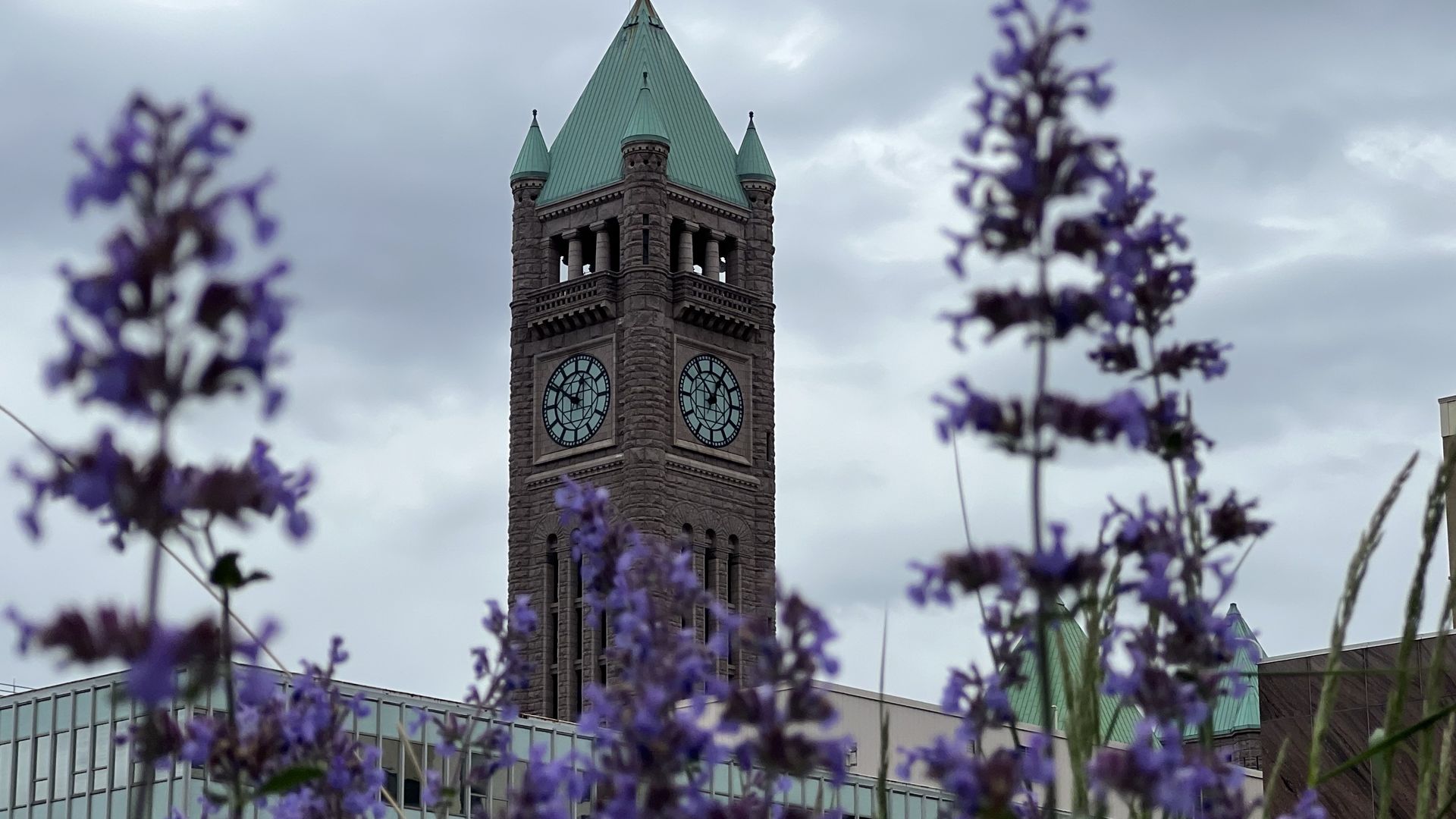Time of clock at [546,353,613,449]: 12:51
